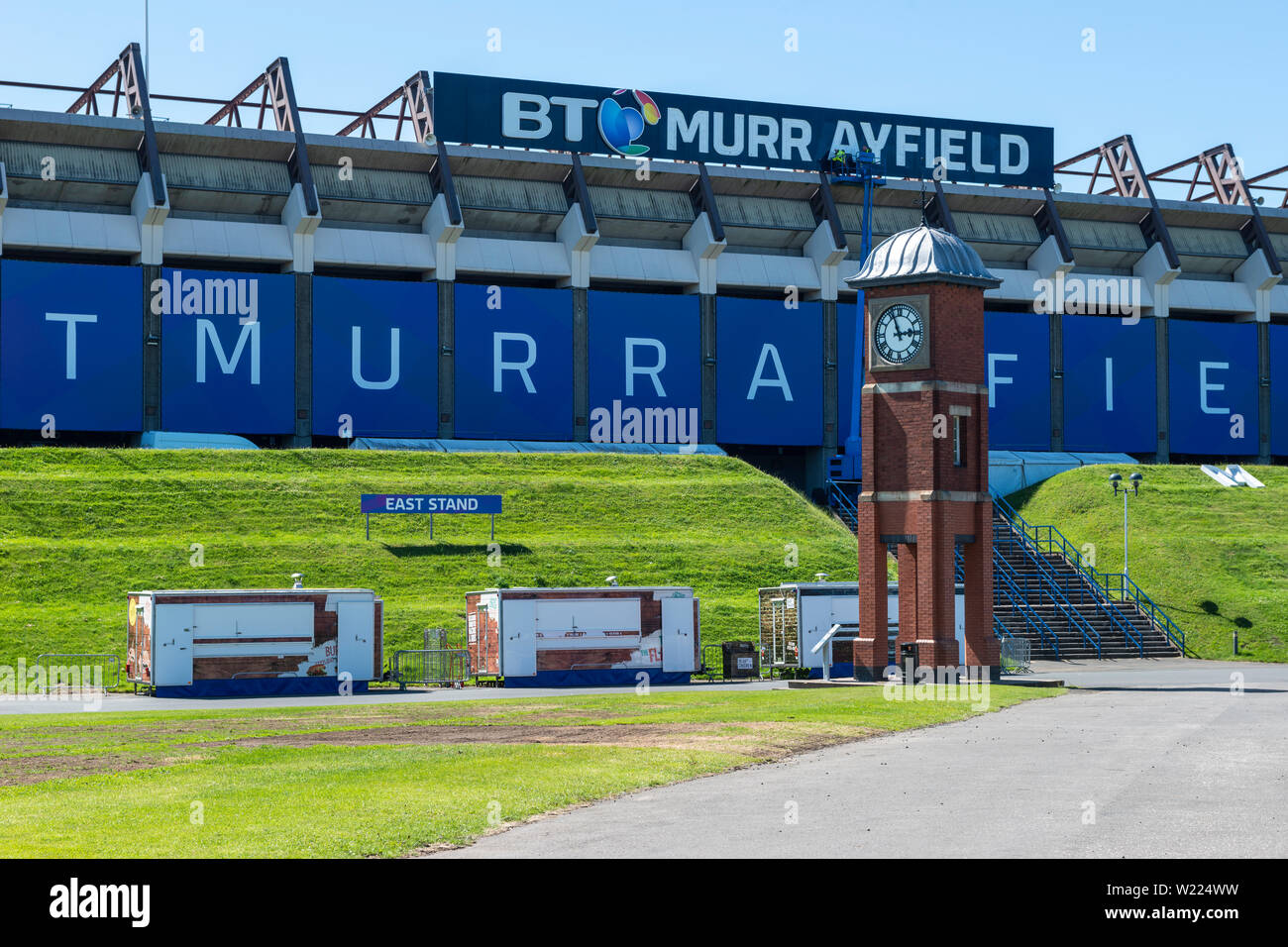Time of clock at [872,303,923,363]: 2:56
